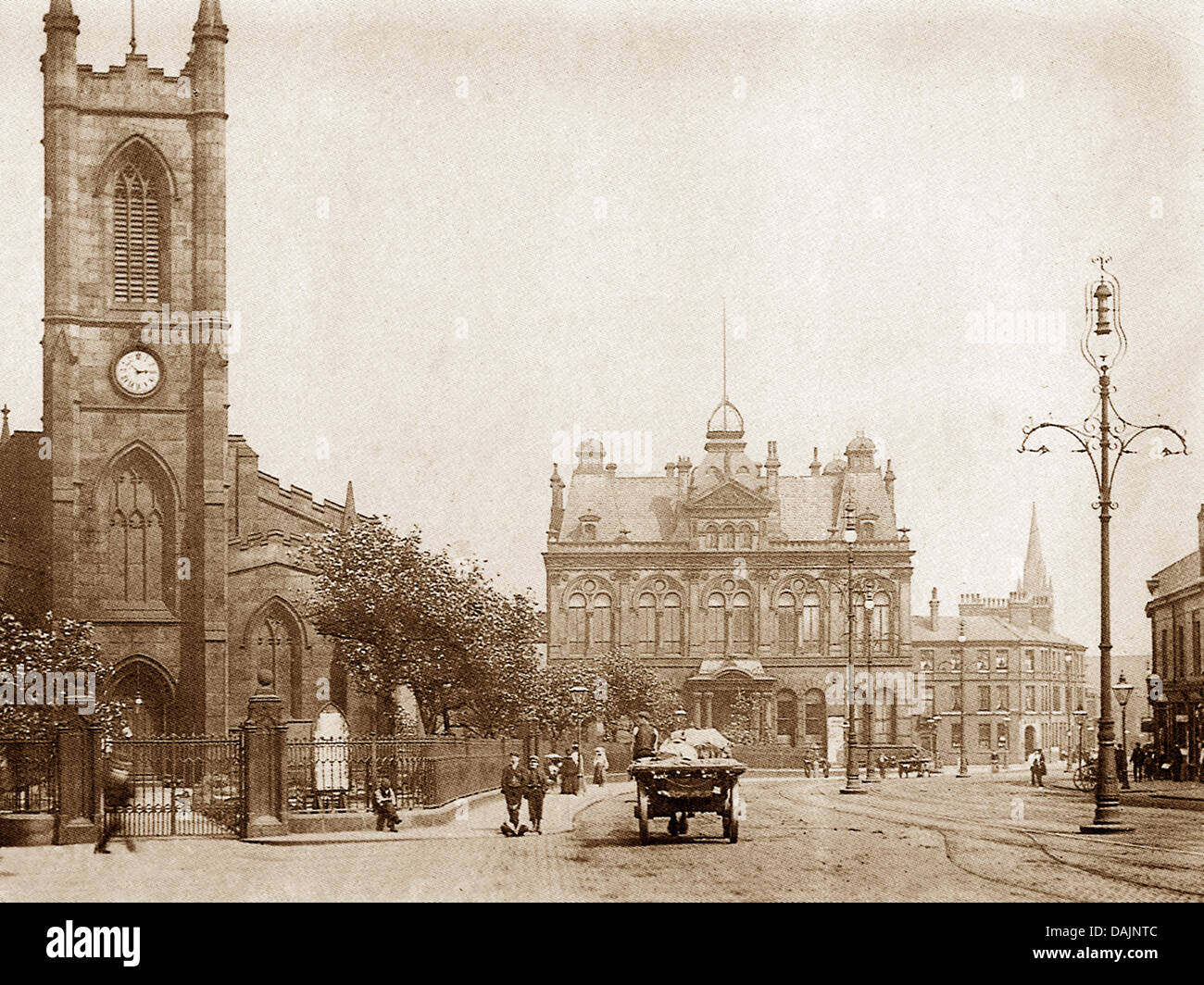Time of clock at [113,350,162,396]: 2:52
